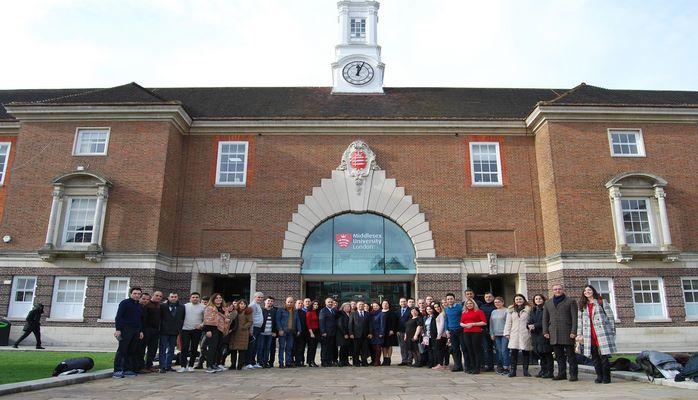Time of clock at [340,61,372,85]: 12:03
